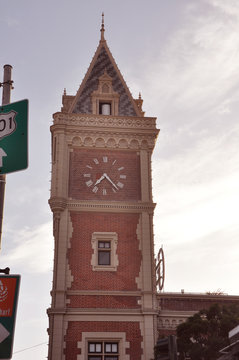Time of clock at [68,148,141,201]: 7:23
